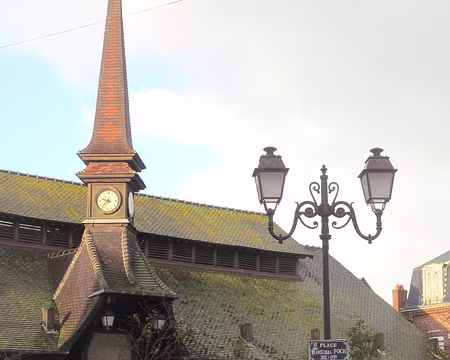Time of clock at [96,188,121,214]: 9:36
